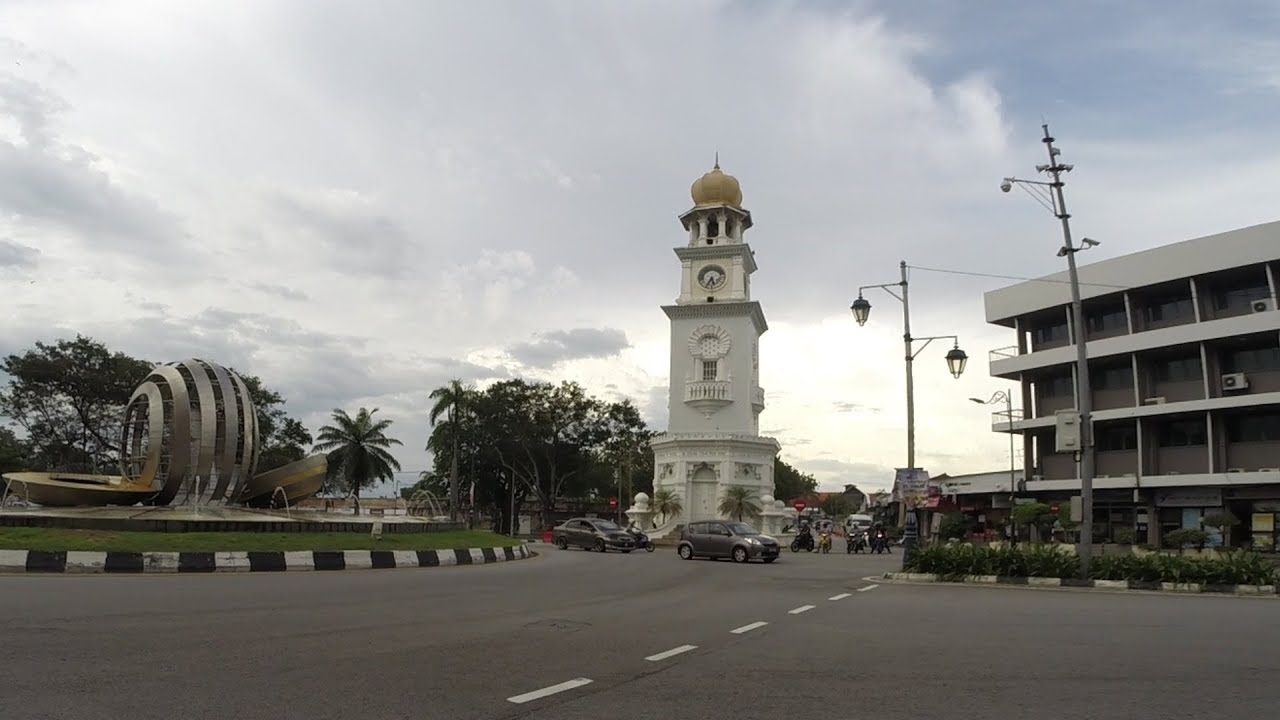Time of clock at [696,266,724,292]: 5:34
